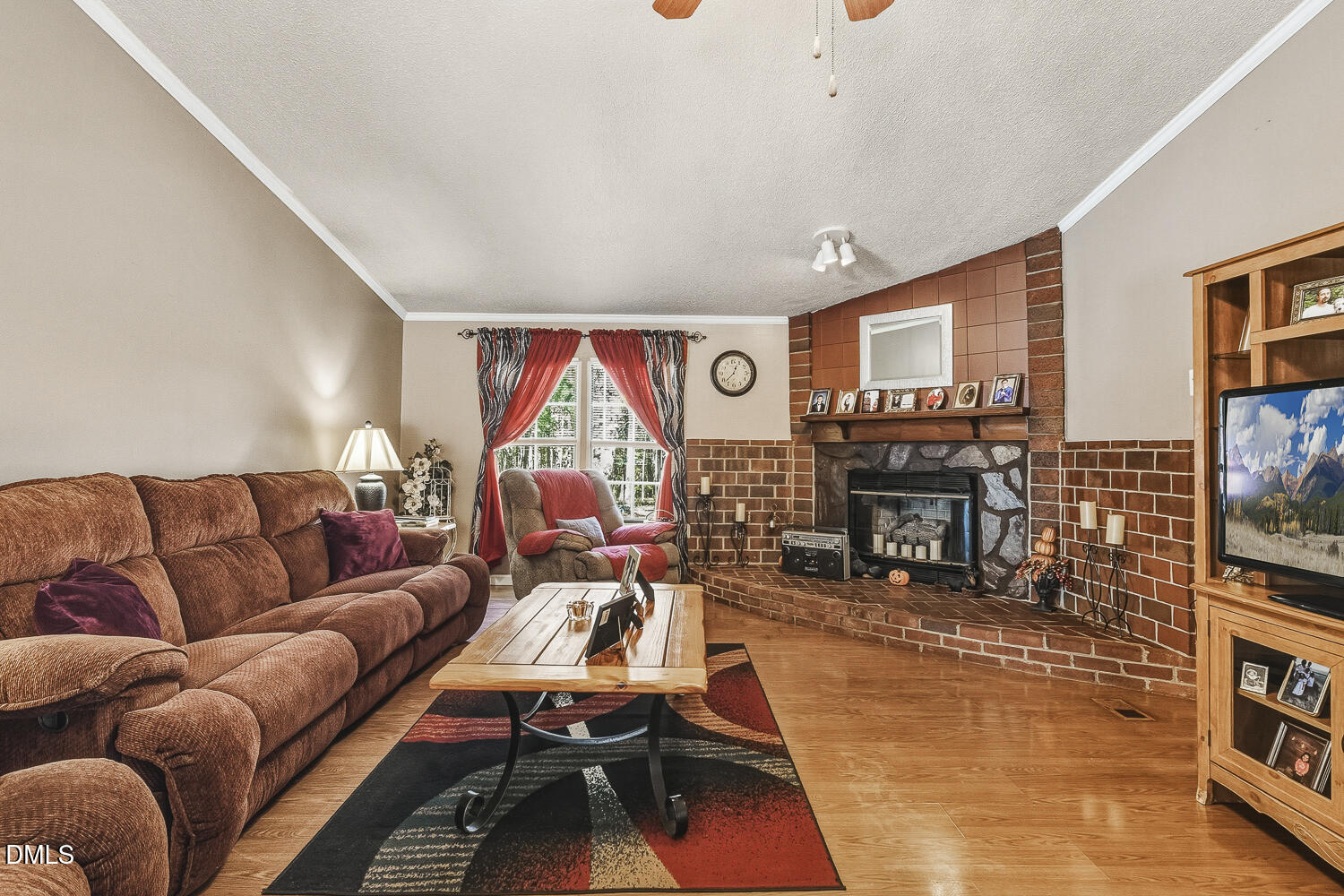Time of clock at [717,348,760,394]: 12:37
